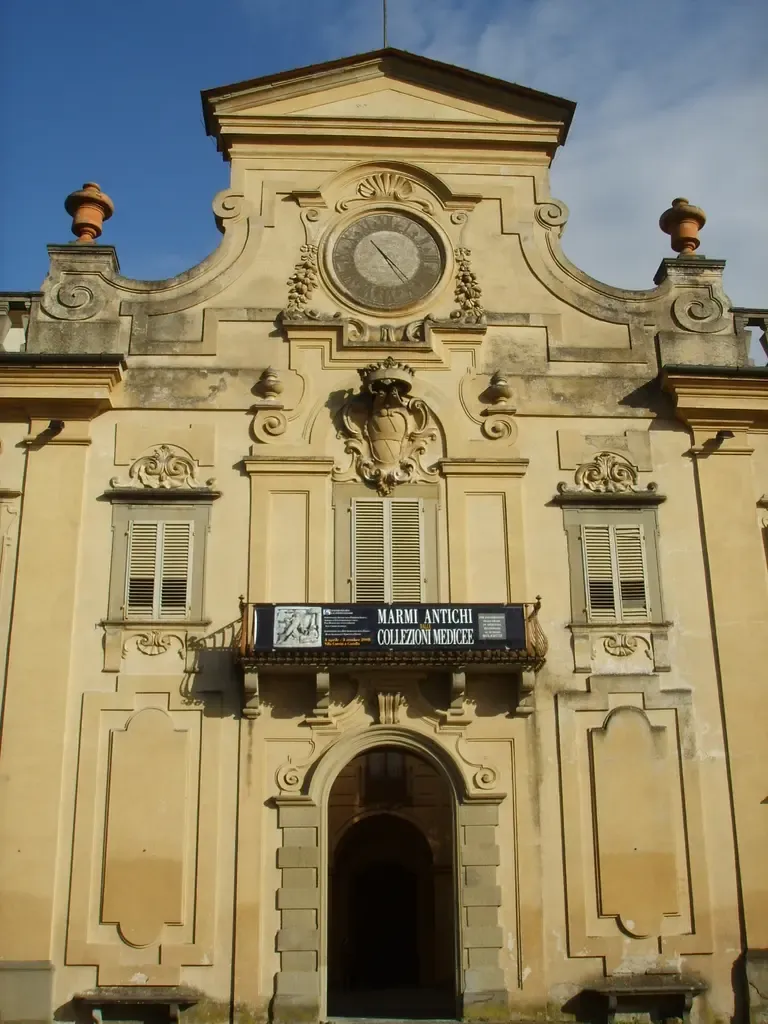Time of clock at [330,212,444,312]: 10:23
